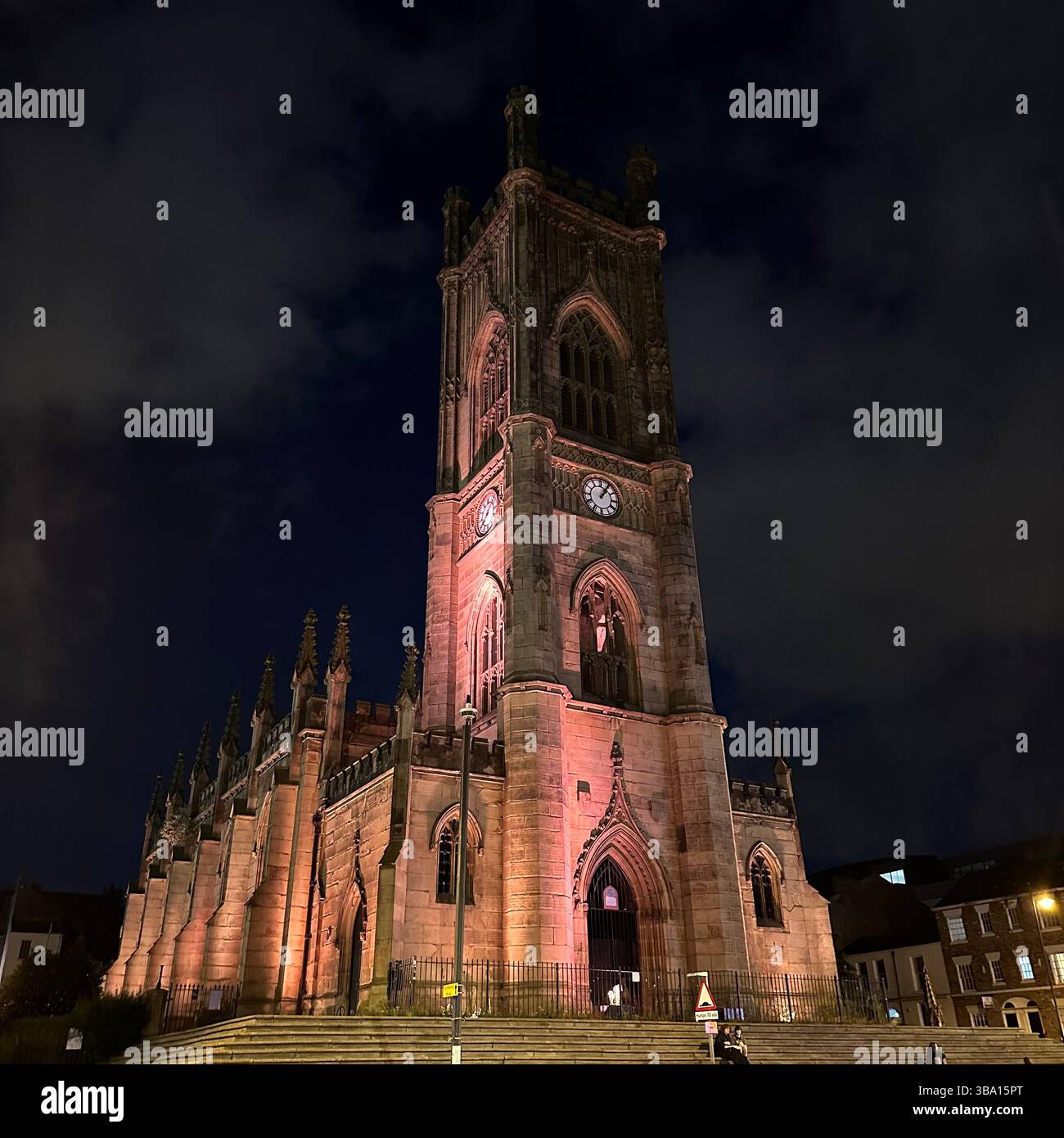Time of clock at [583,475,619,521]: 1:05
